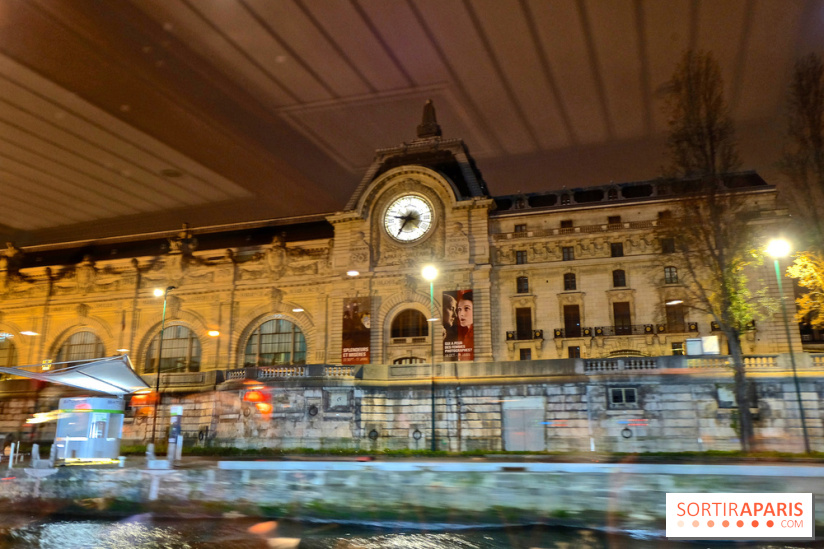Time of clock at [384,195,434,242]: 8:35
